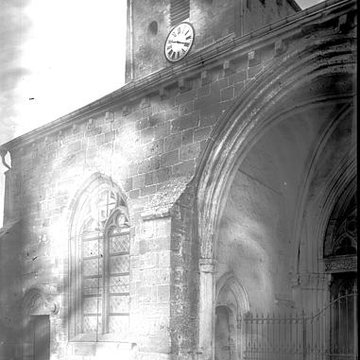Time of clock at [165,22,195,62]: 3:48
